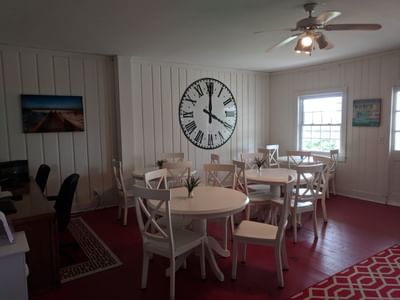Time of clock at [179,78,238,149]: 4:00
